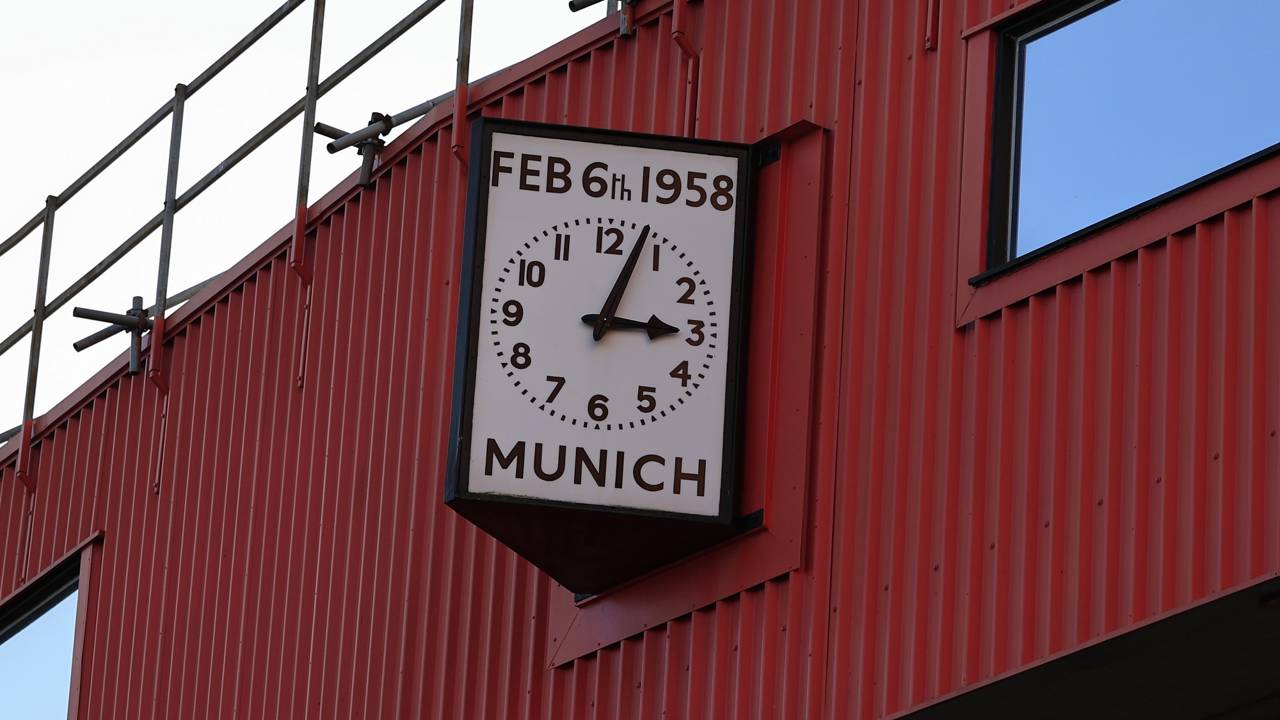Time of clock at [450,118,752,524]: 3:03
